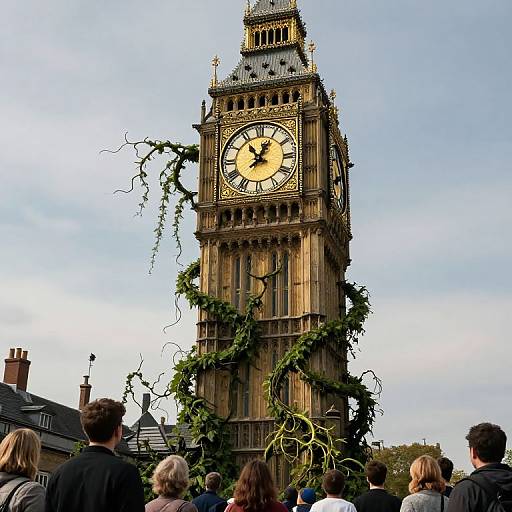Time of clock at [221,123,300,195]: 12:54
